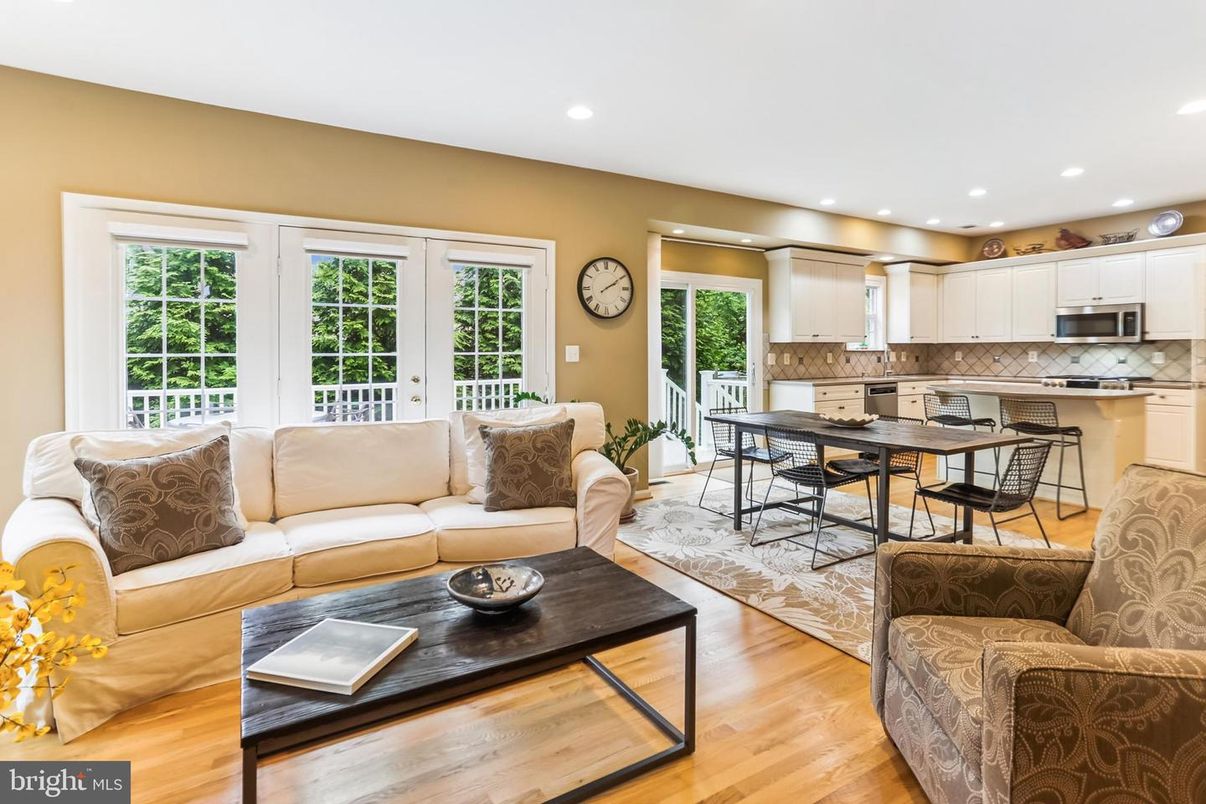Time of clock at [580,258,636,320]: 2:09
